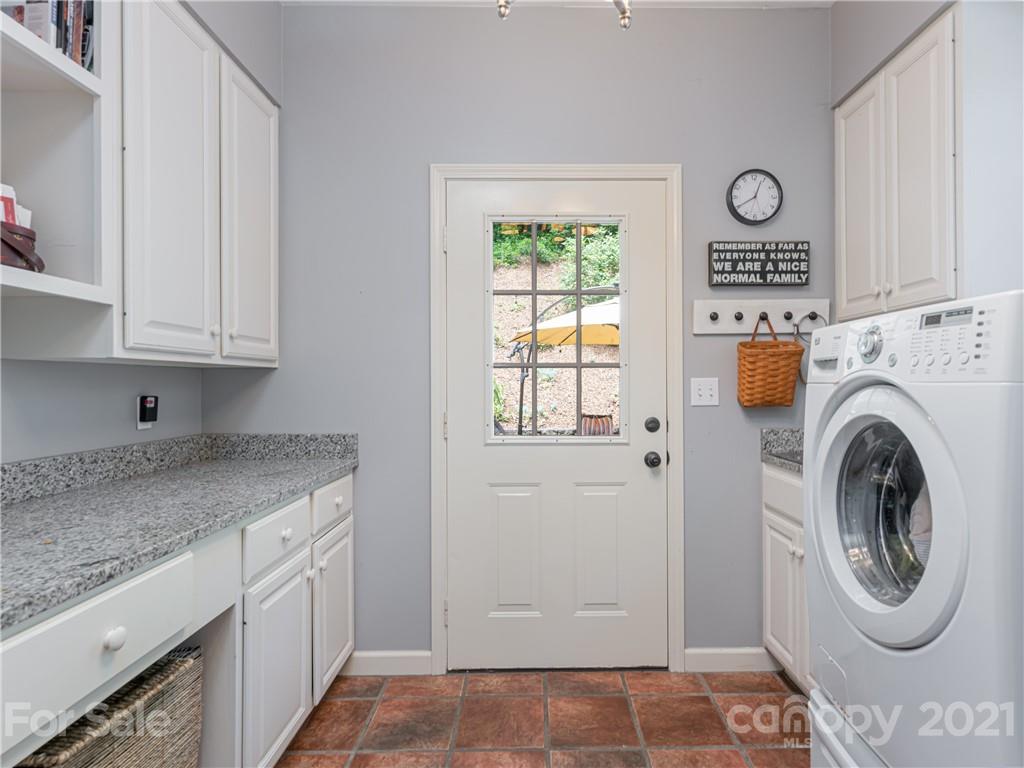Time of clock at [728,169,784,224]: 12:40
